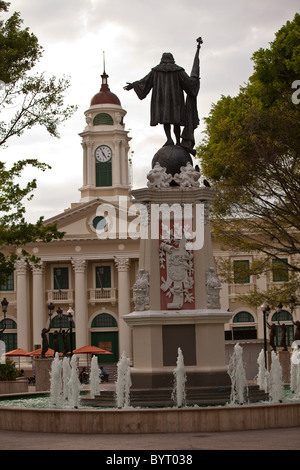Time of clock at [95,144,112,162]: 4:55
